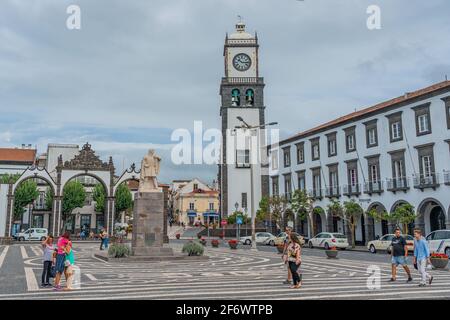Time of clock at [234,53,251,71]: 10:15
